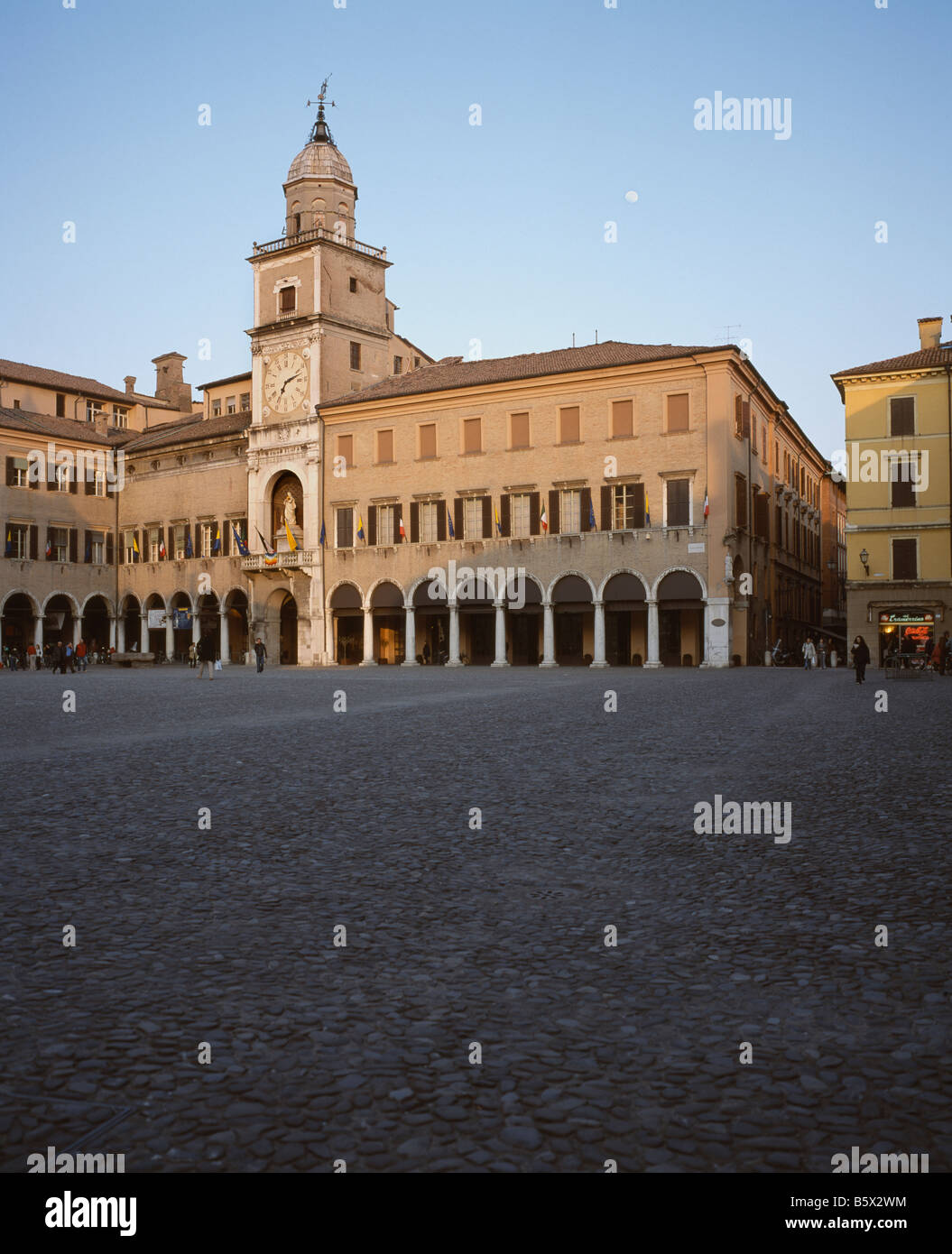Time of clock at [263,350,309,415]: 7:12
